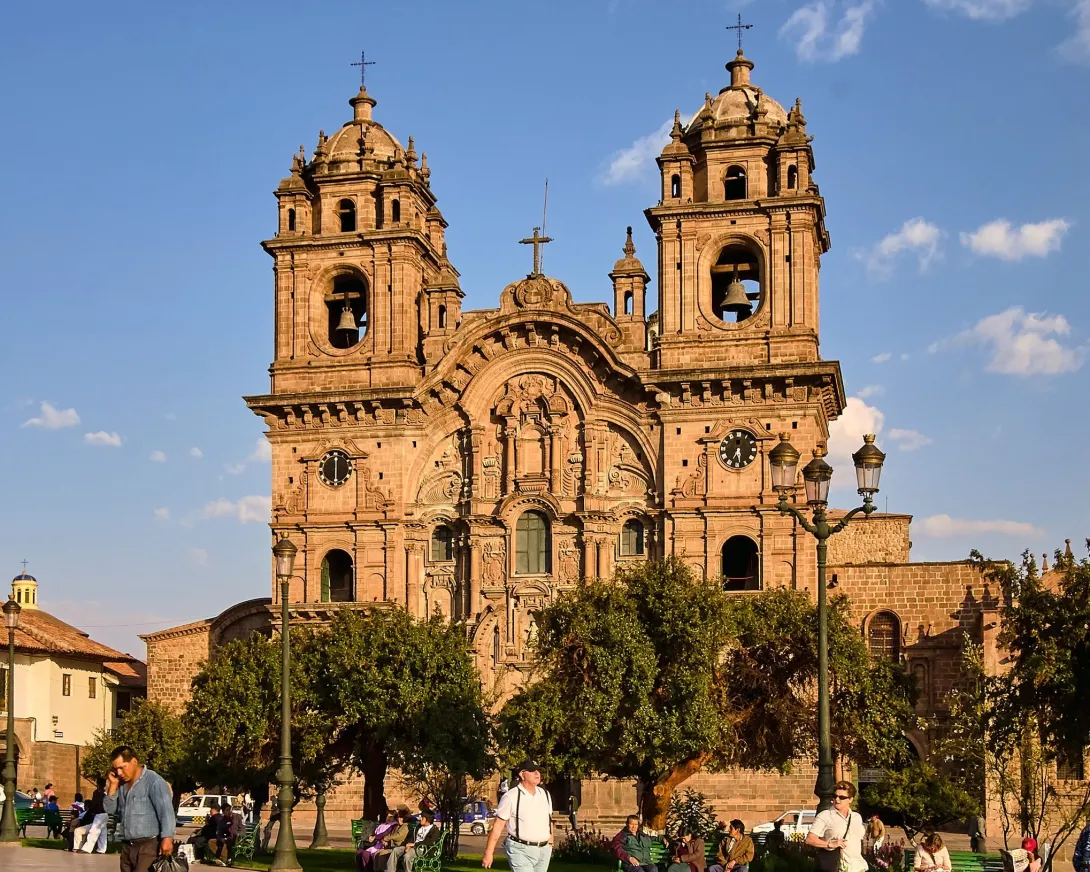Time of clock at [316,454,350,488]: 6:00
